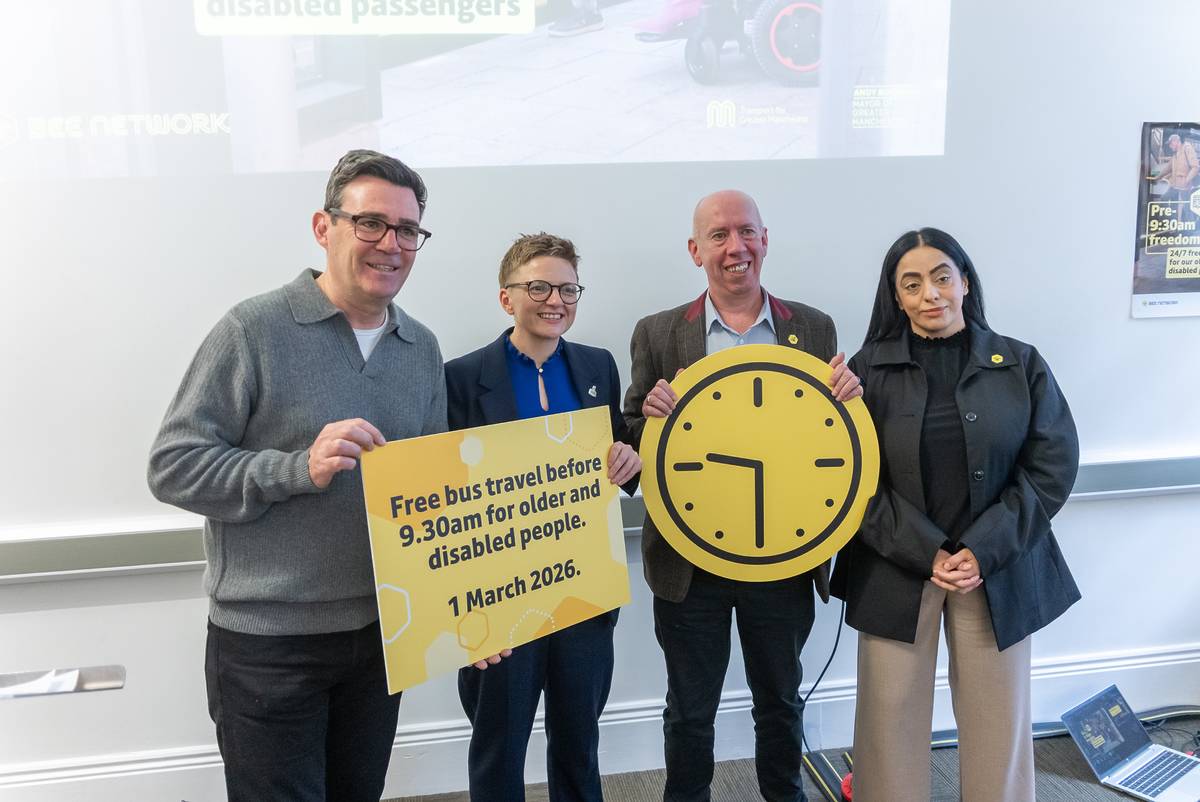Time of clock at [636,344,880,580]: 9:29
